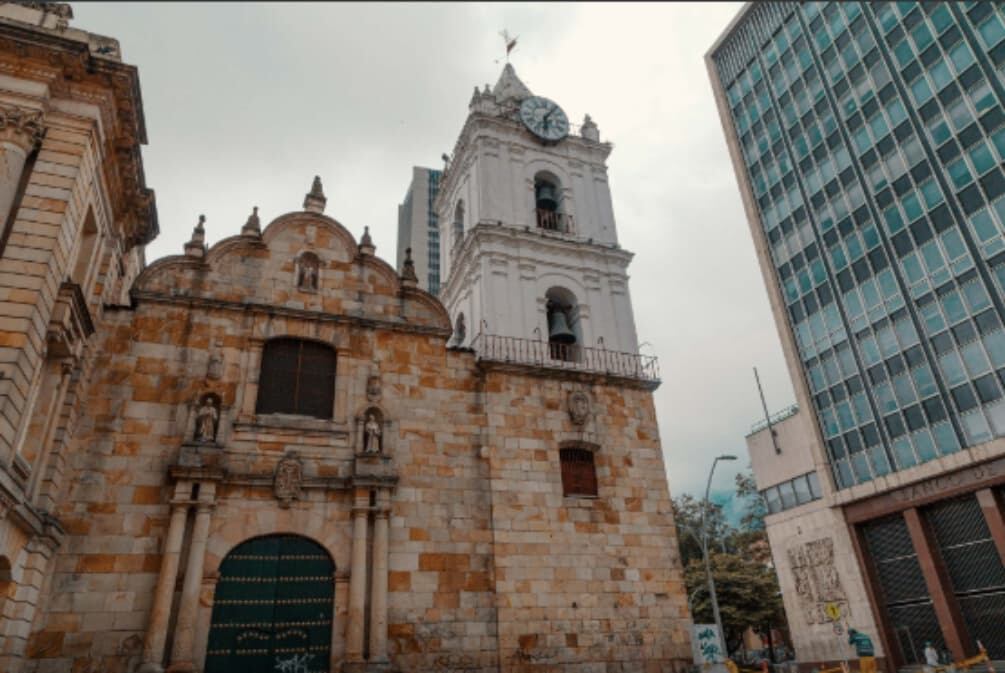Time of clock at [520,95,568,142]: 6:06
